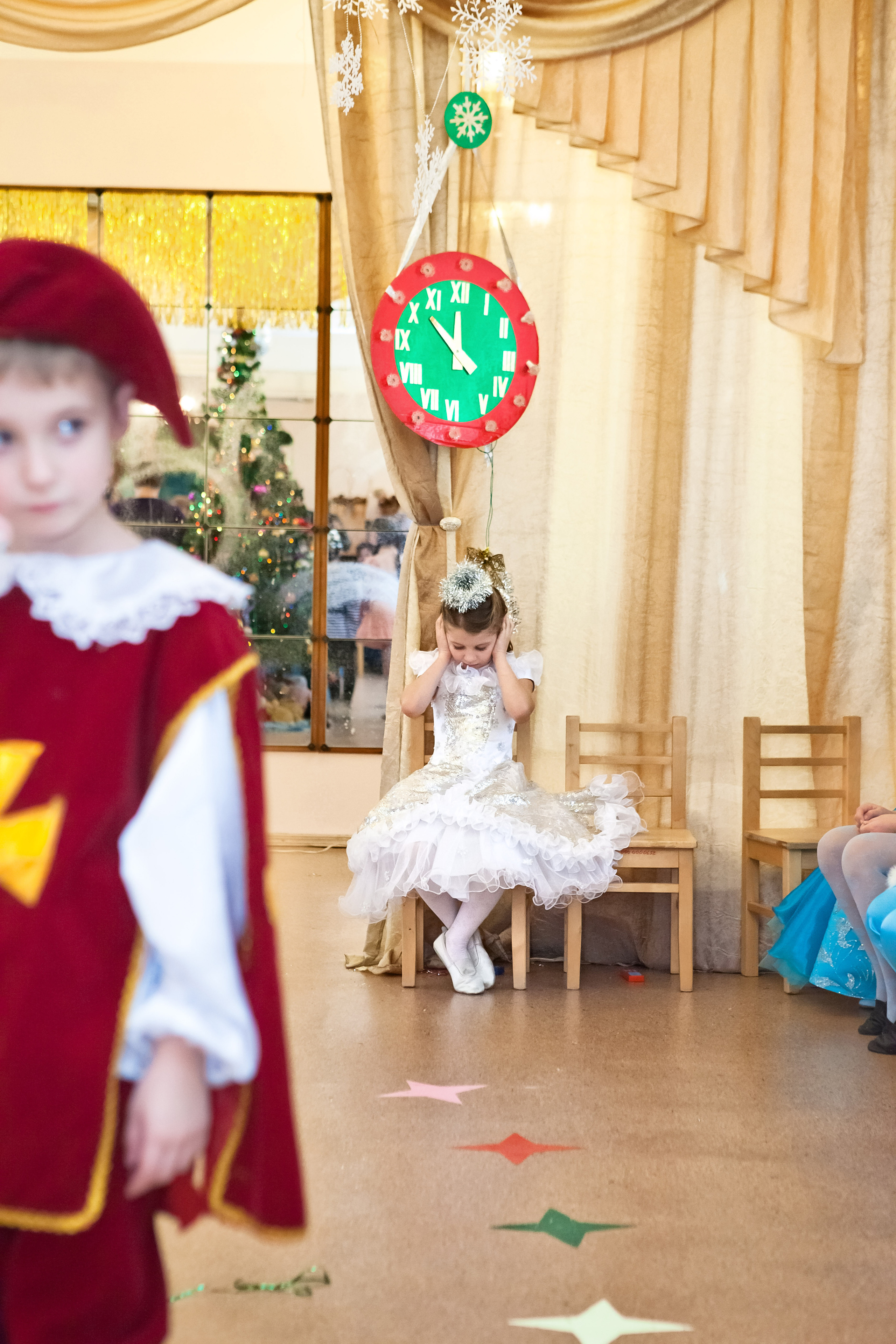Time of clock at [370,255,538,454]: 11:51
